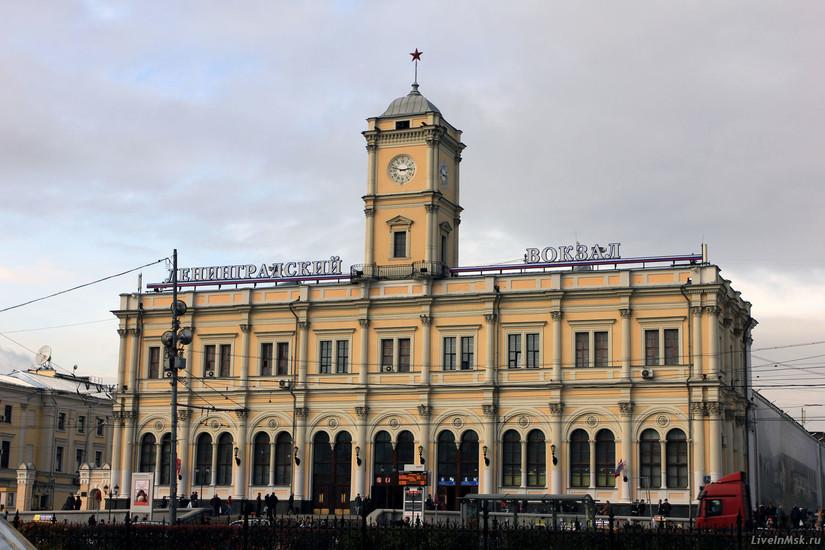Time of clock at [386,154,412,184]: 2:48
